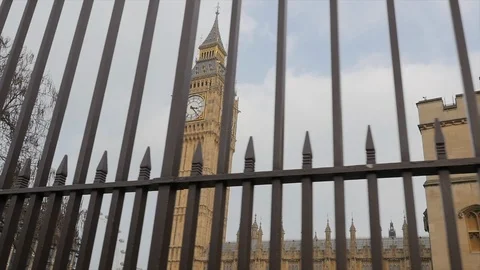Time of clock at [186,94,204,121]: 3:22
